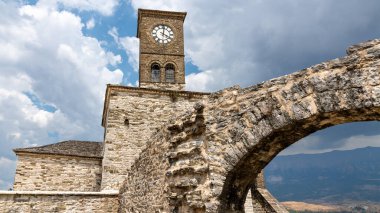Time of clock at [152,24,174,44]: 4:01
